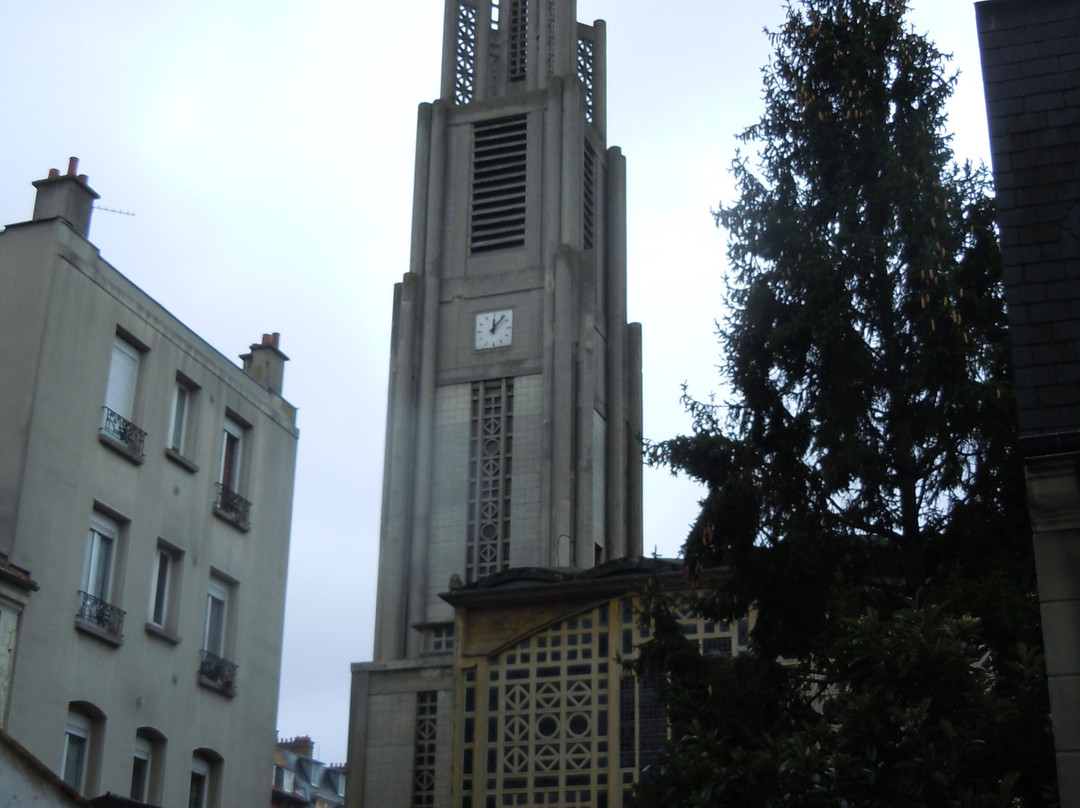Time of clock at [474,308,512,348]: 12:06
